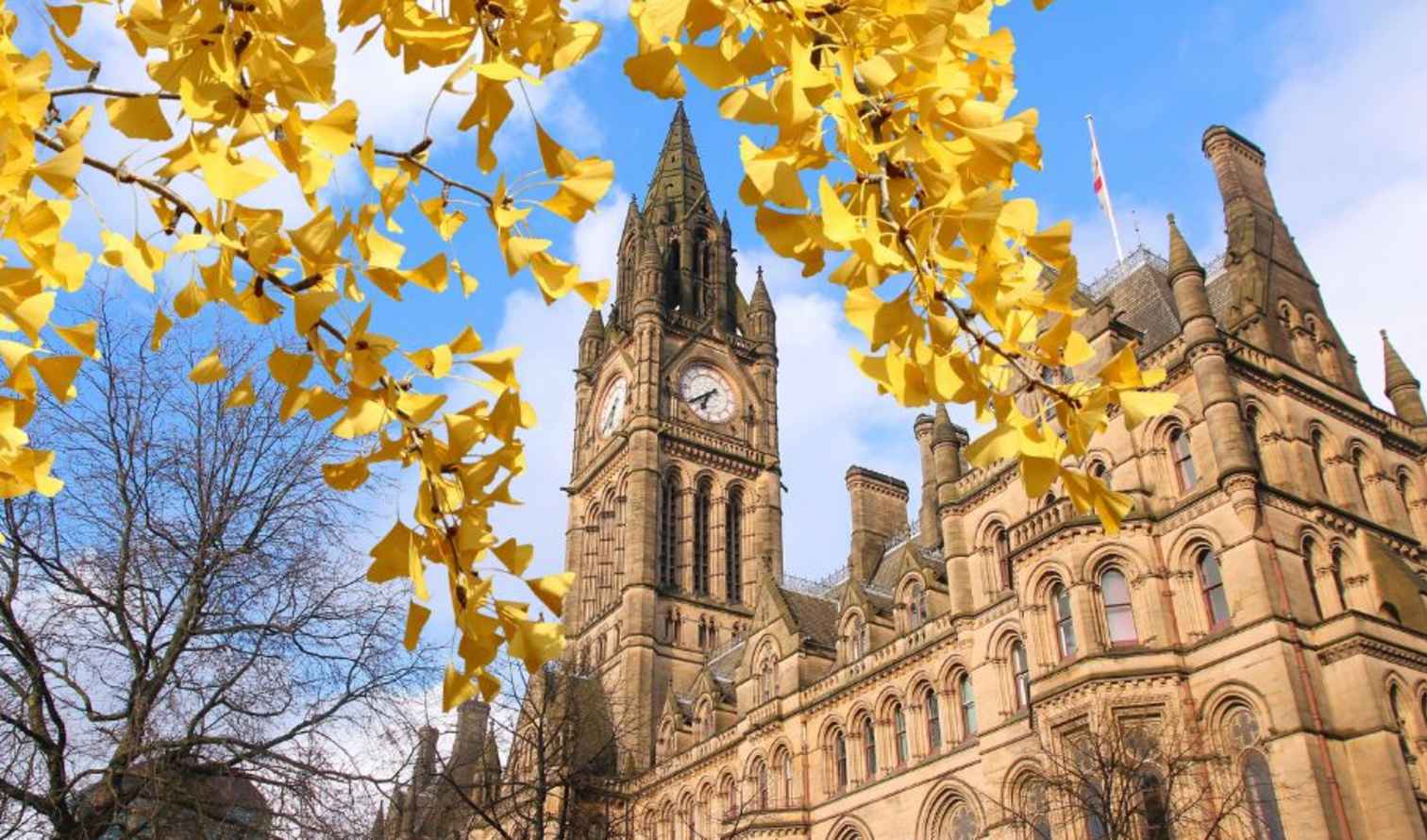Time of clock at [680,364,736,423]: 6:39
